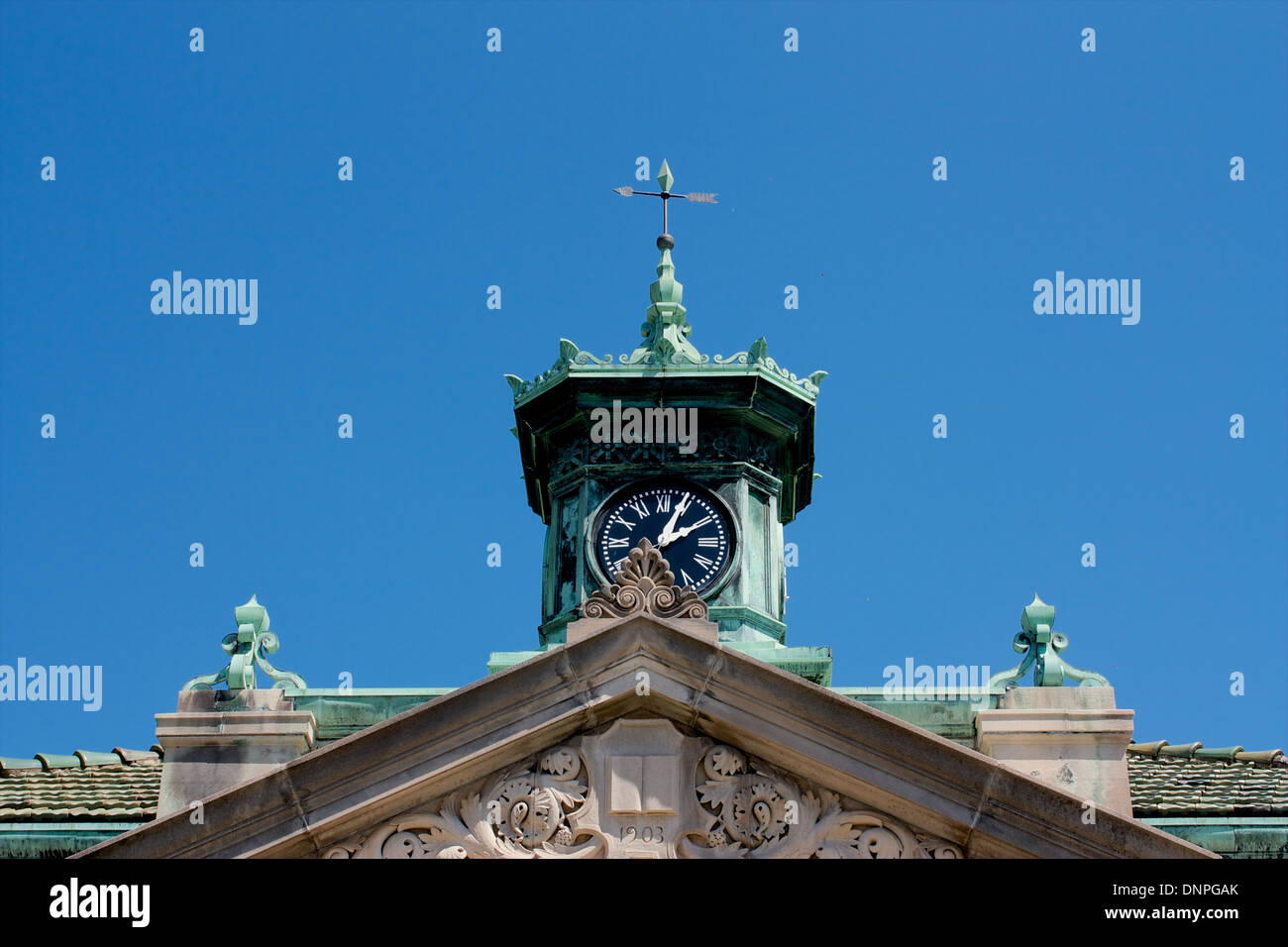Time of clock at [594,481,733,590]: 2:04
